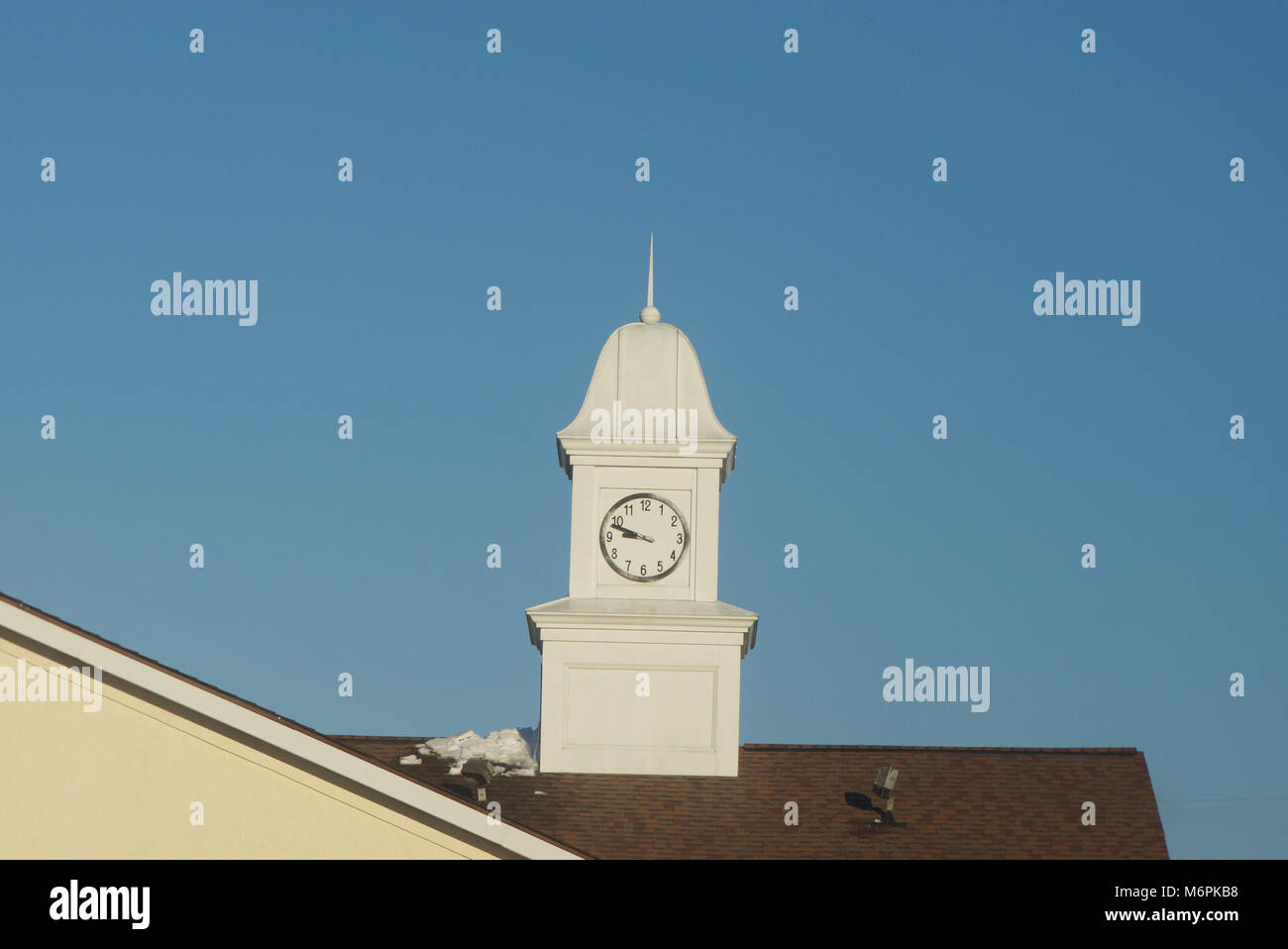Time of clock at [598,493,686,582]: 8:48
